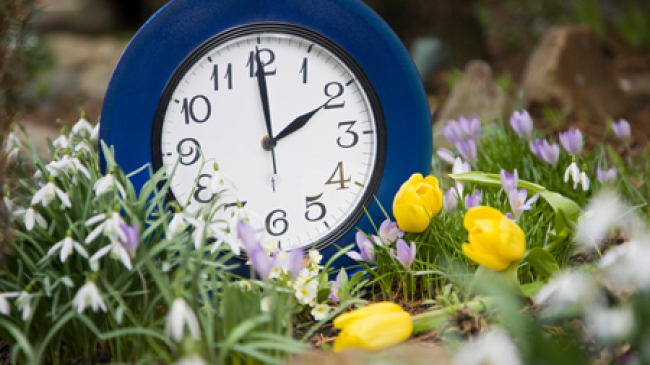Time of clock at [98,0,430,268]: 1:59
